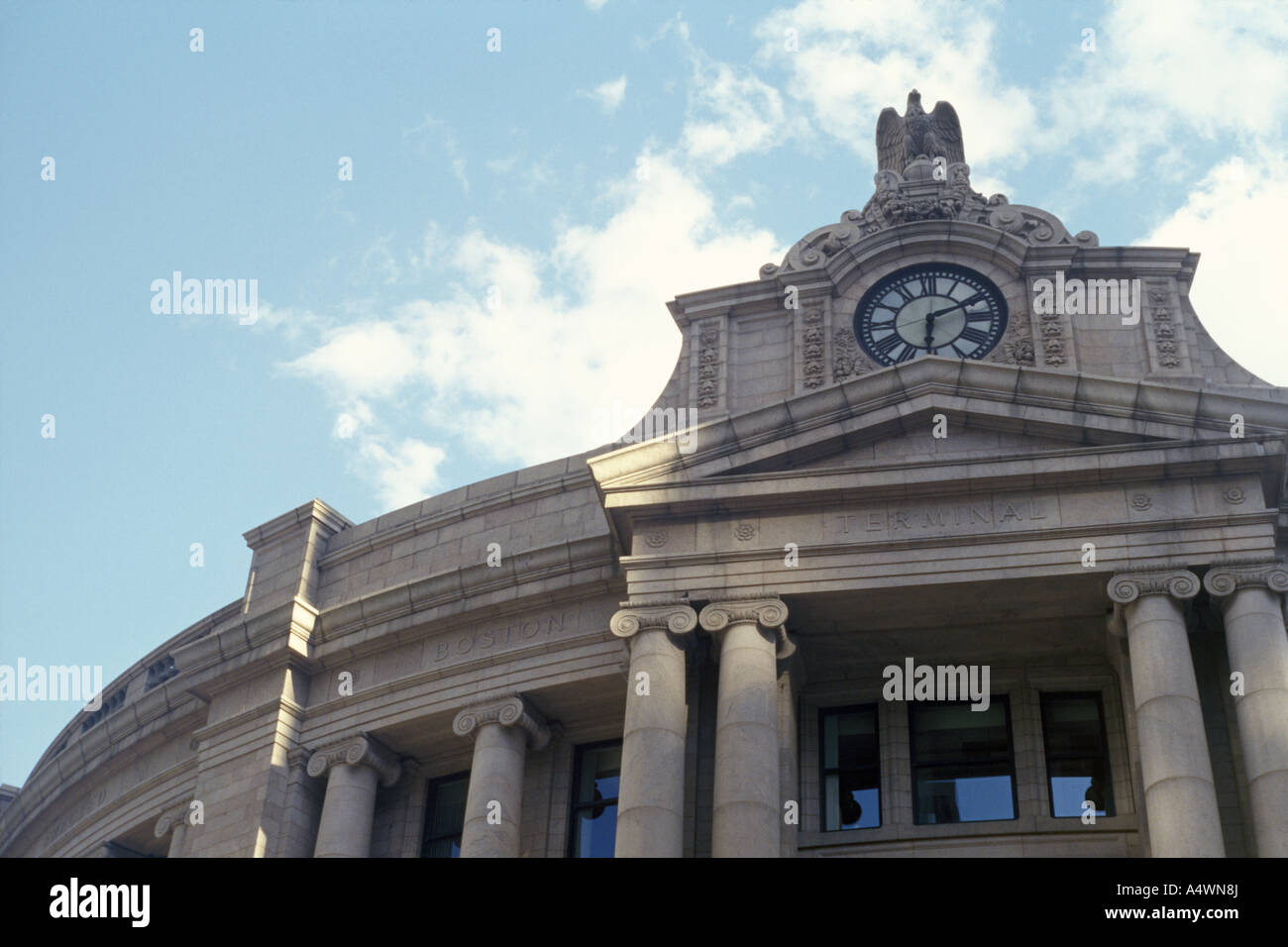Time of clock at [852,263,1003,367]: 6:10
